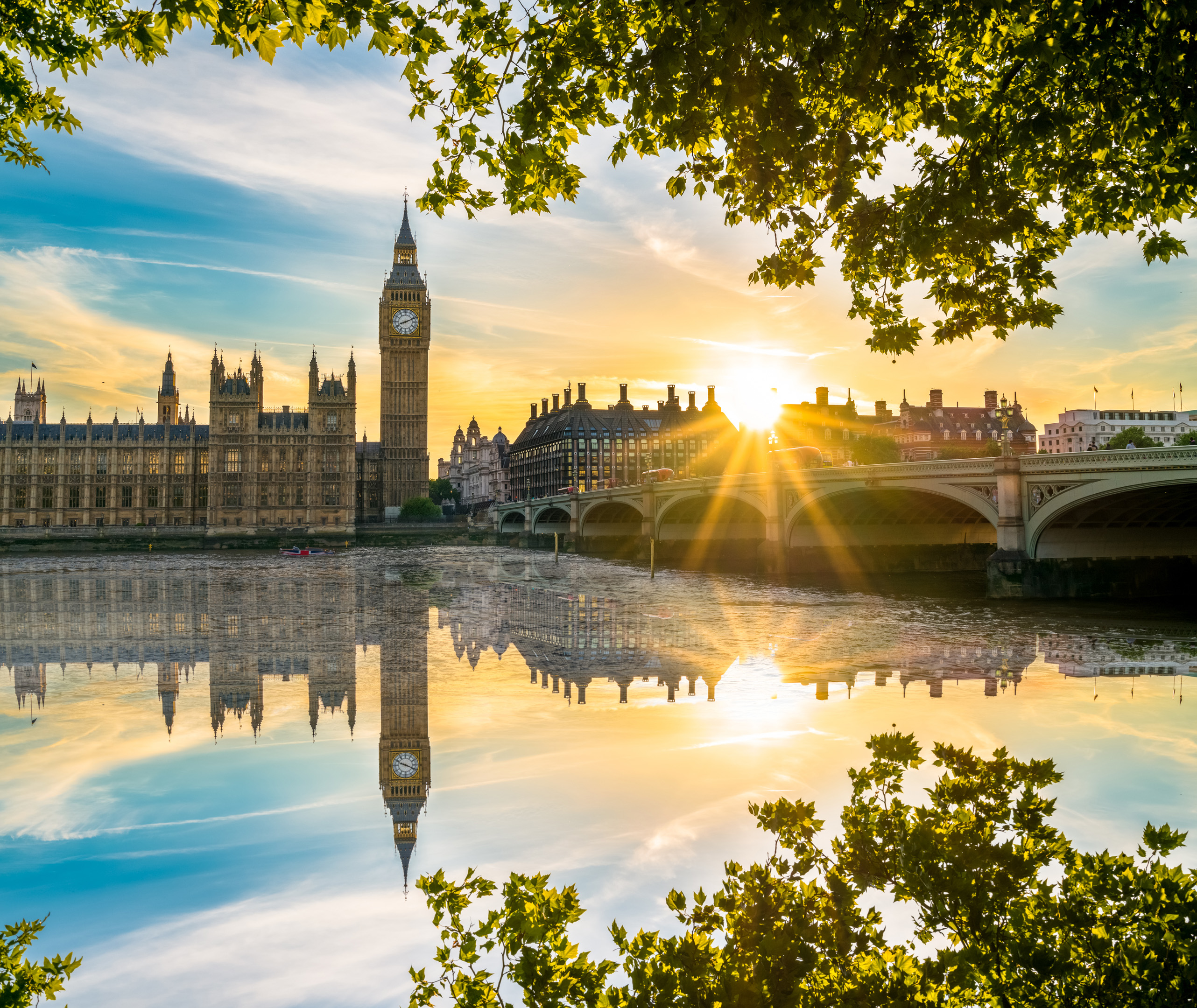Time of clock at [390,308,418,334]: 8:11
